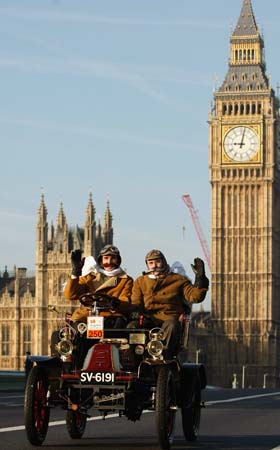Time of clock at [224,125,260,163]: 9:01
